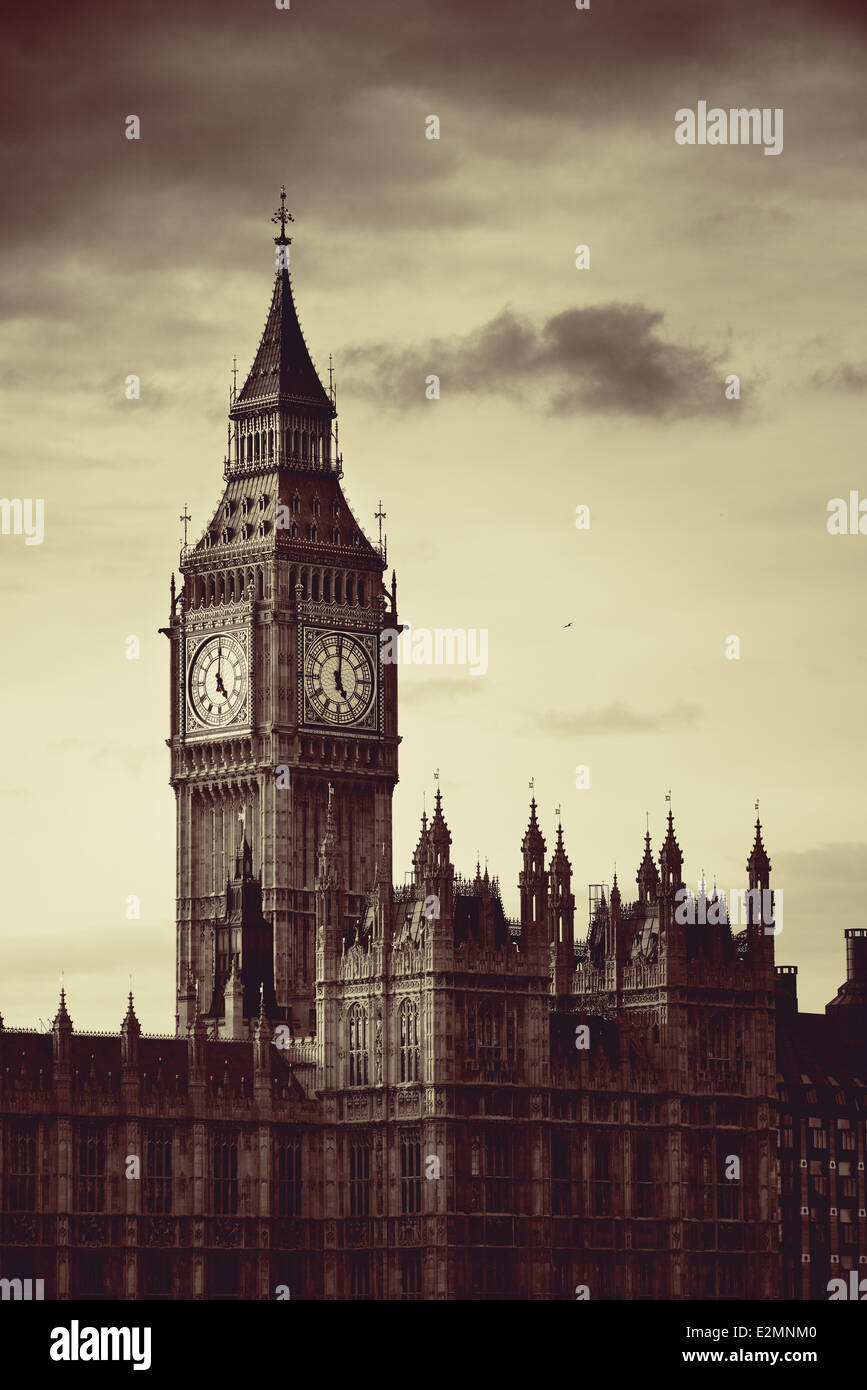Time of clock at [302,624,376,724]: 5:00
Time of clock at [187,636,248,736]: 5:00
